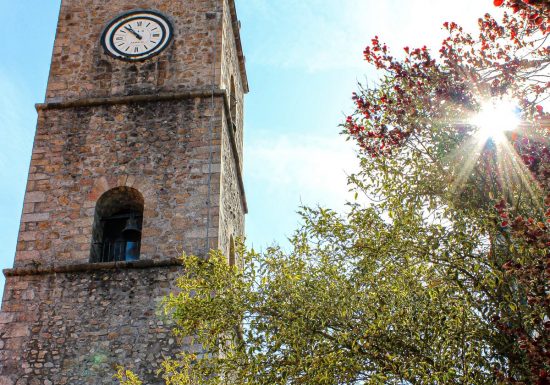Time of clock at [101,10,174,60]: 10:52
